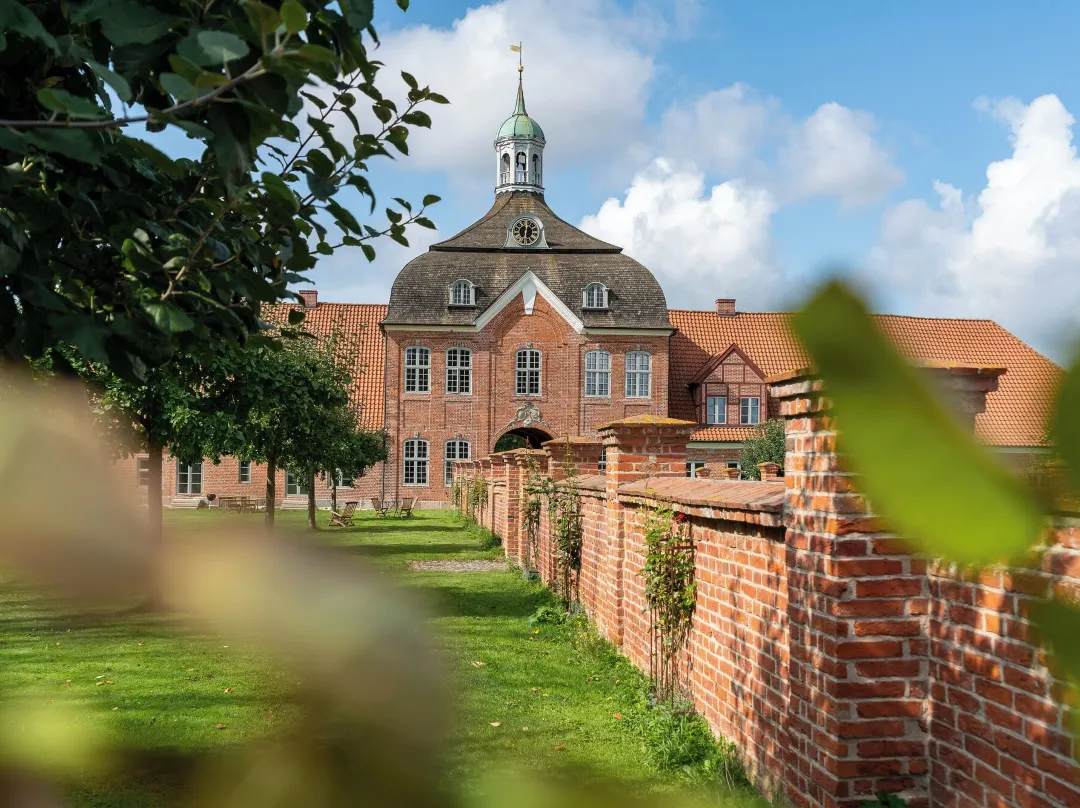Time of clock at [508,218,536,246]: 6:00
